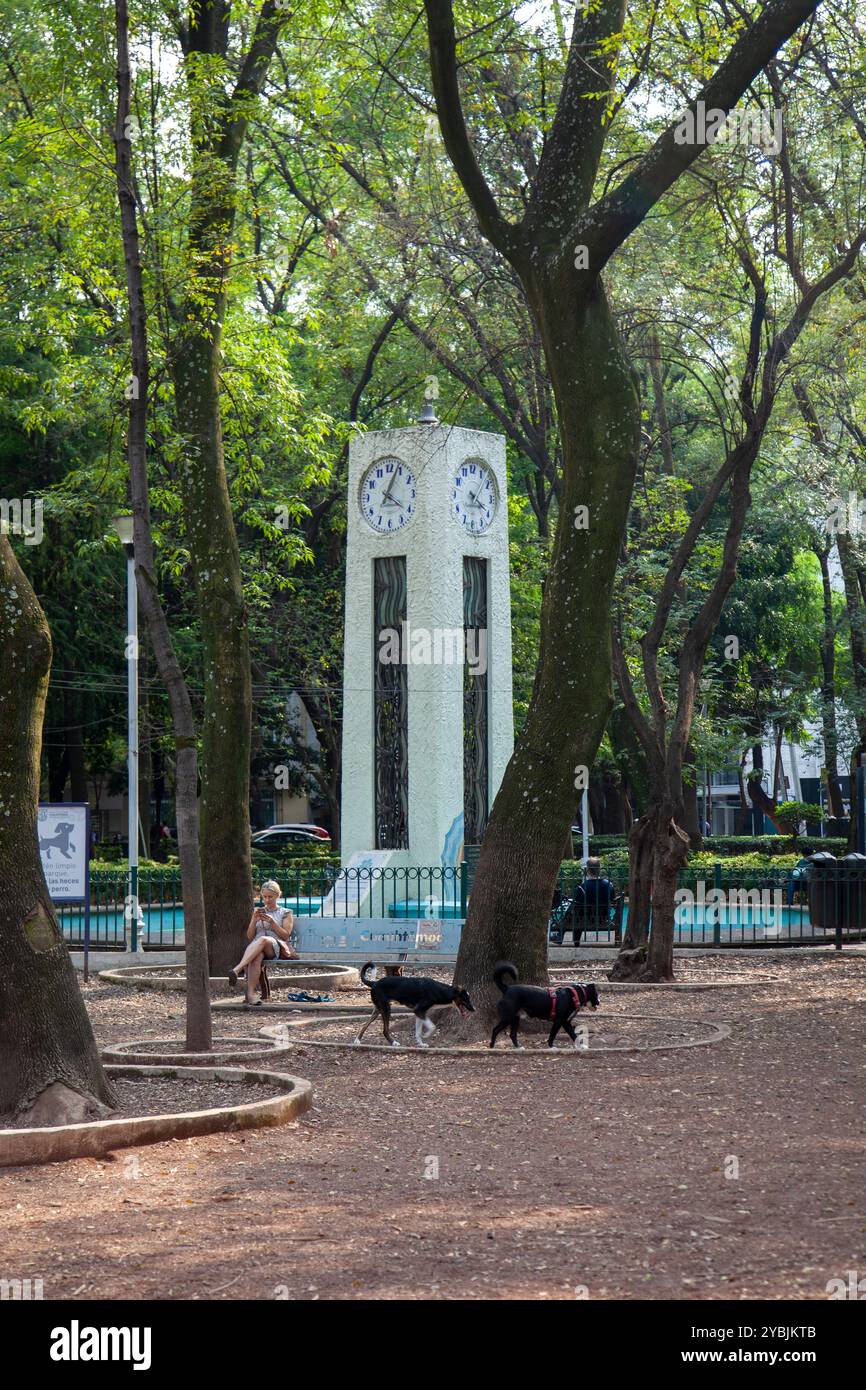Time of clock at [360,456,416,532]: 4:04
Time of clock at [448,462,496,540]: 4:06
